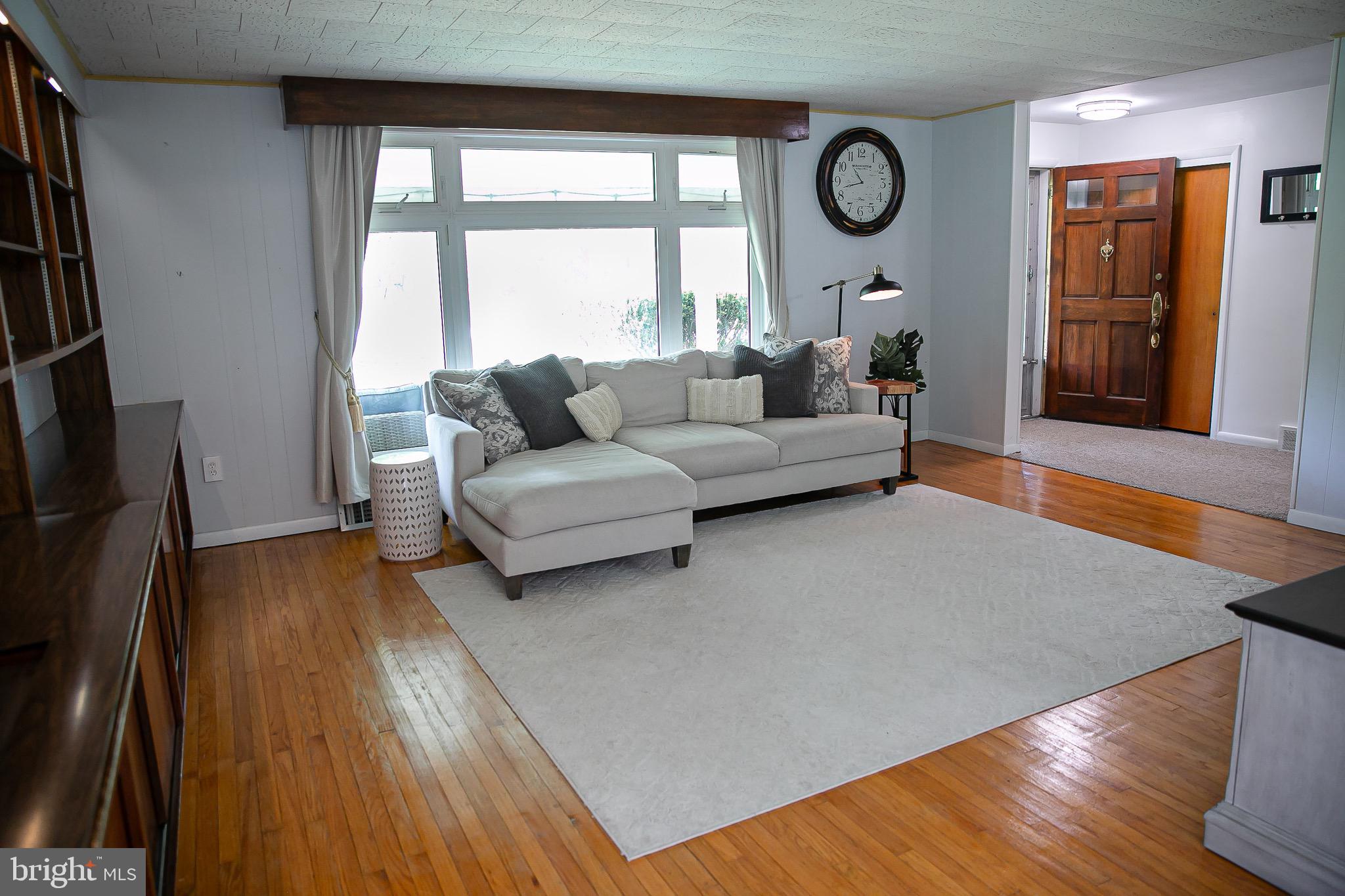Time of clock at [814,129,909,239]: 10:42
